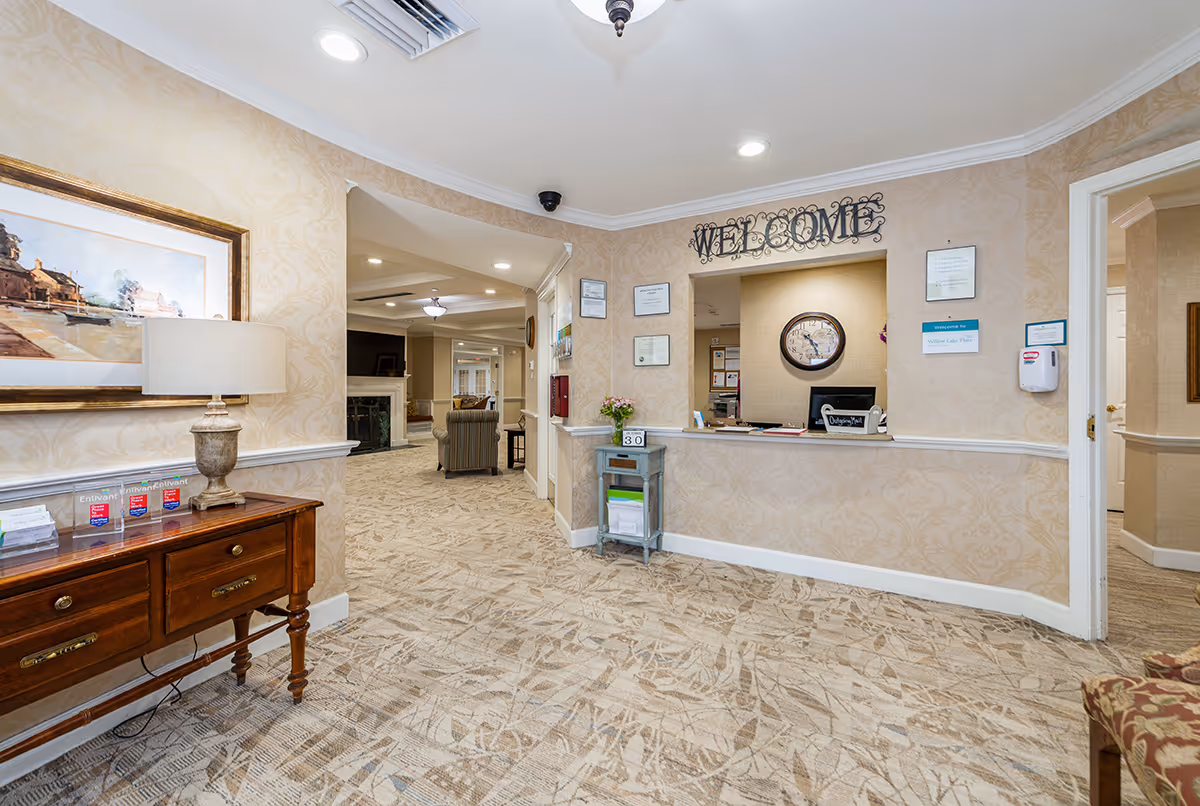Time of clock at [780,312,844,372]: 10:26
